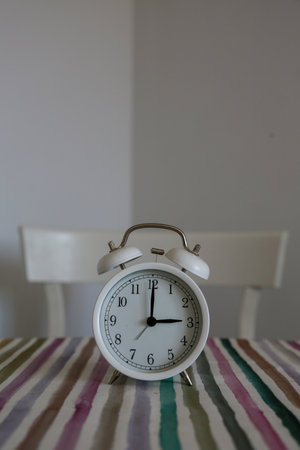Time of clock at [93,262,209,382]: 3:00
